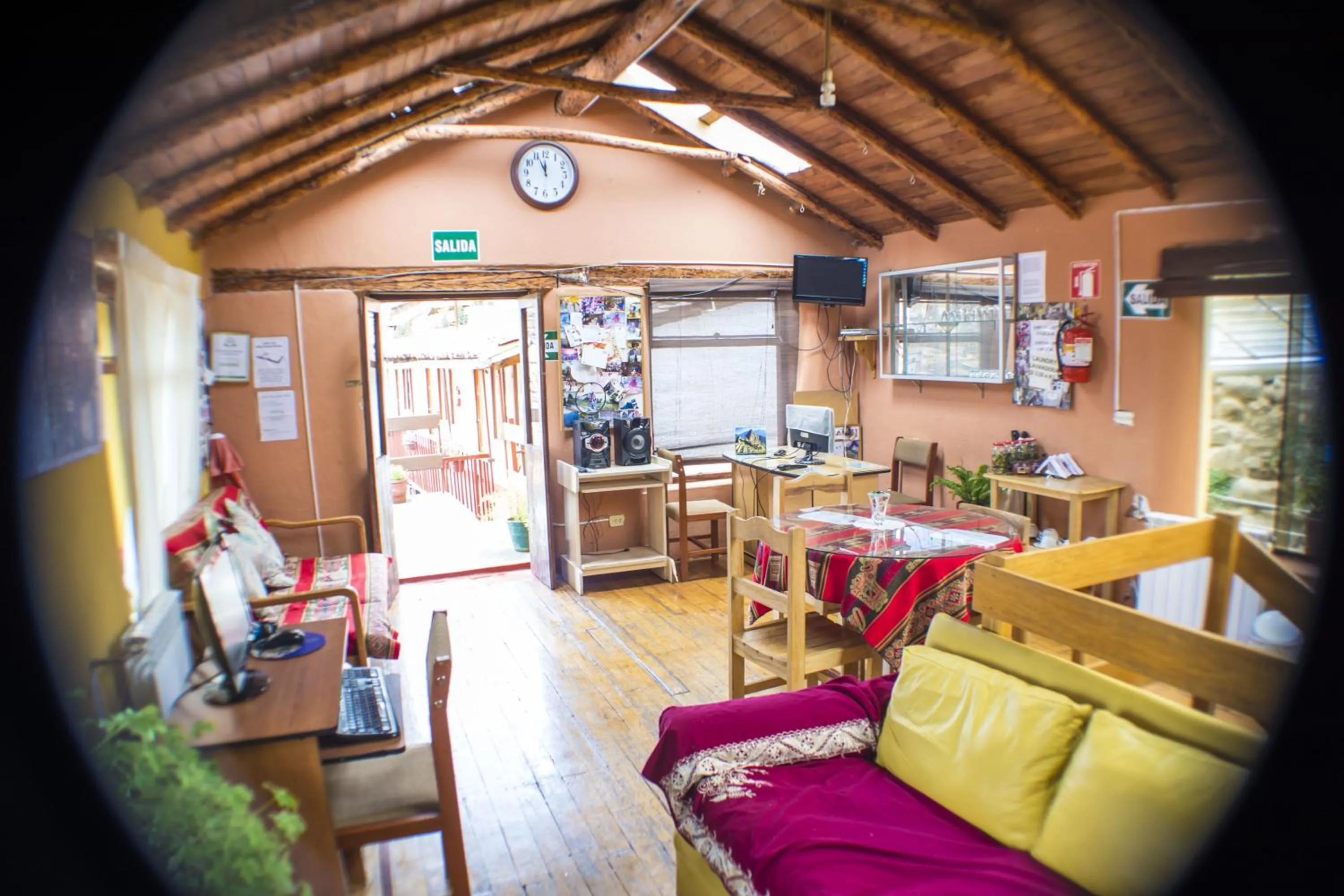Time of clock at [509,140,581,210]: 11:55
